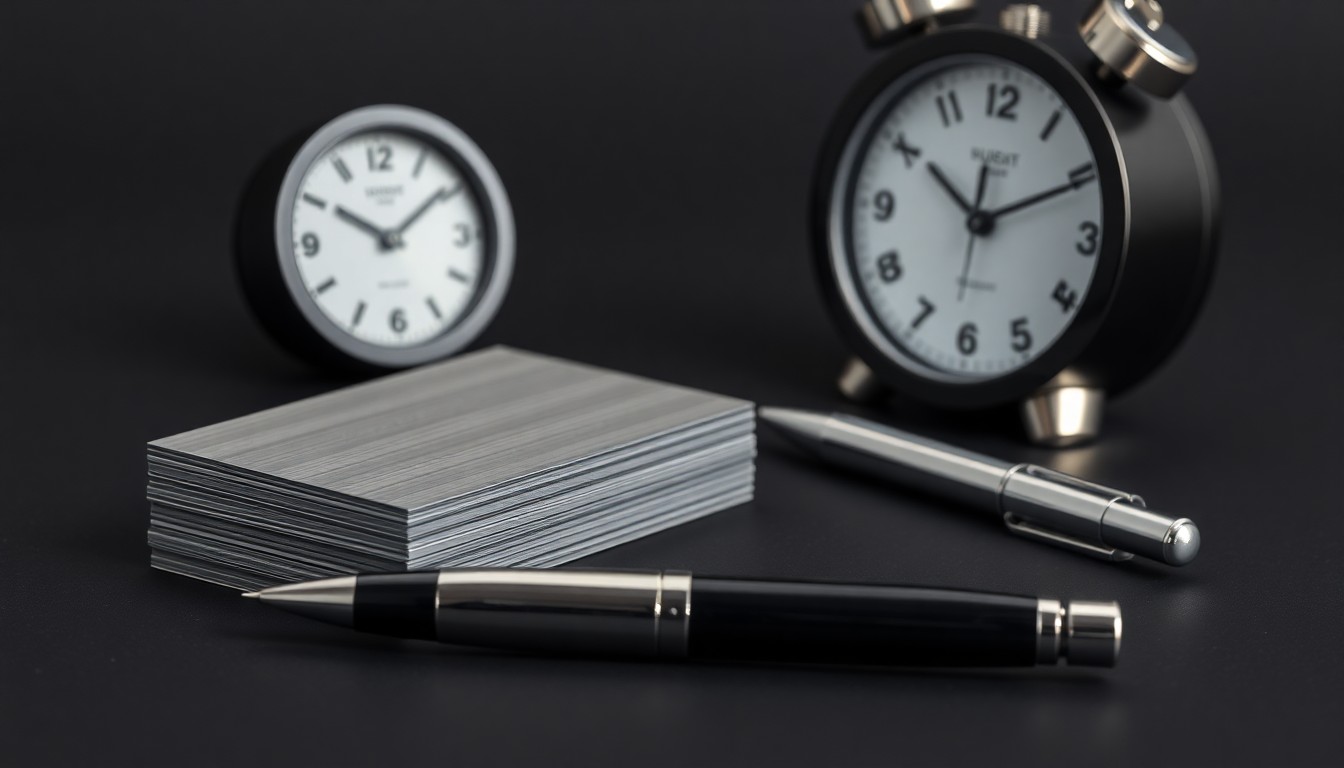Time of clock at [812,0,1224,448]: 10:10
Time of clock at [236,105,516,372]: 10:09
